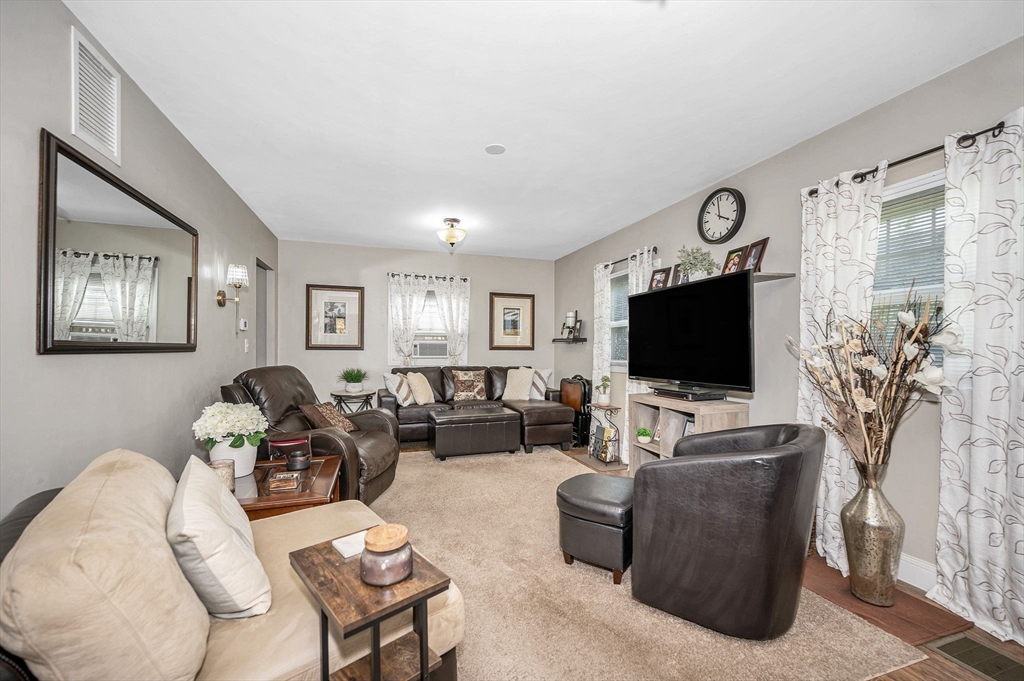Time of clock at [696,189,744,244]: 3:58
